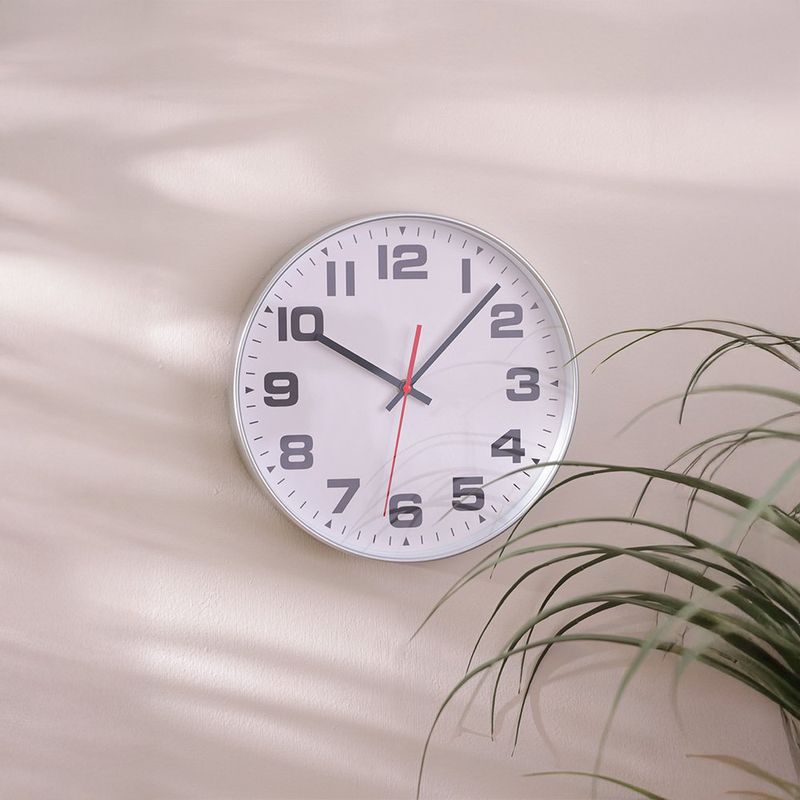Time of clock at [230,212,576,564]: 10:07
